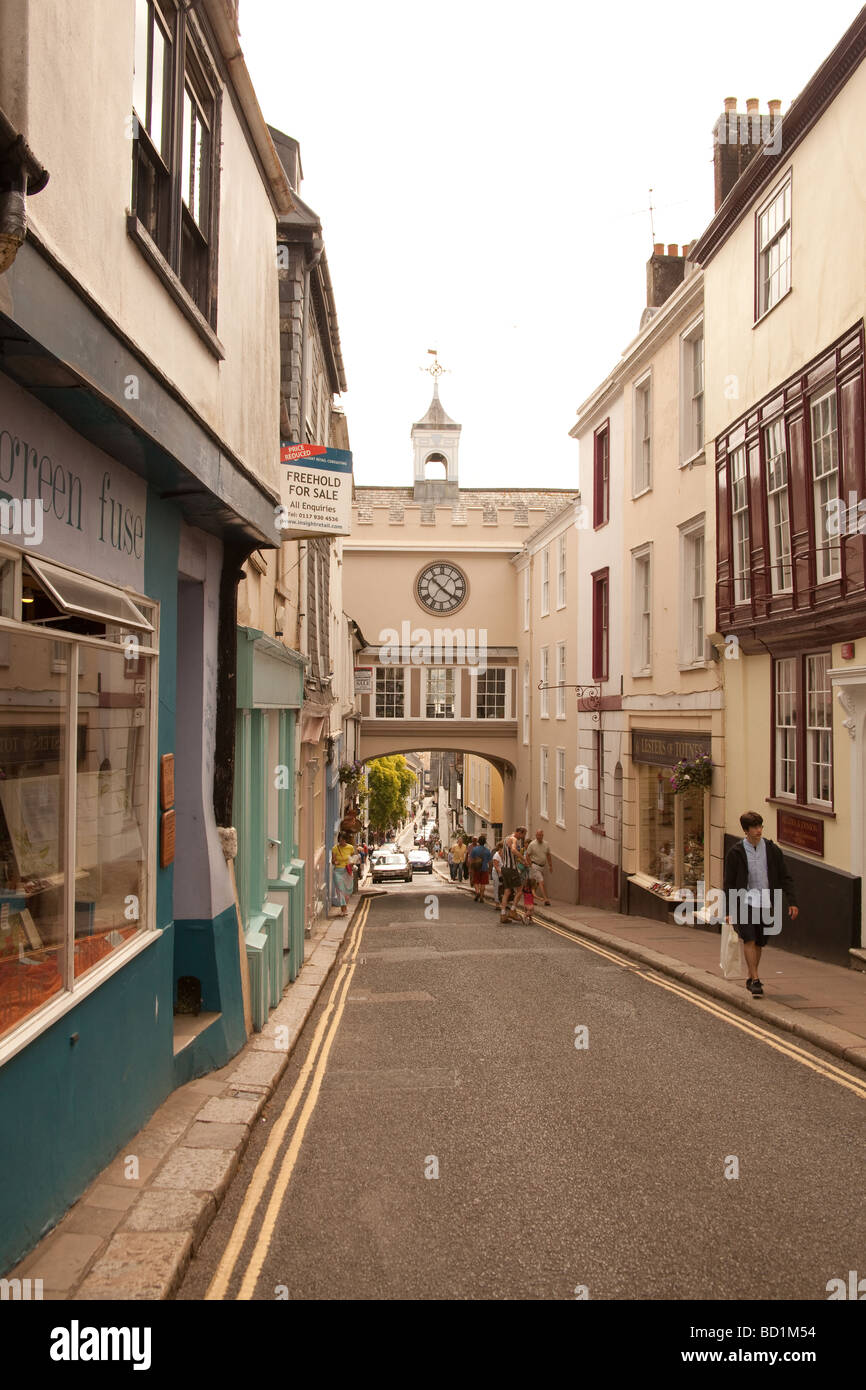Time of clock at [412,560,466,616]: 10:20
